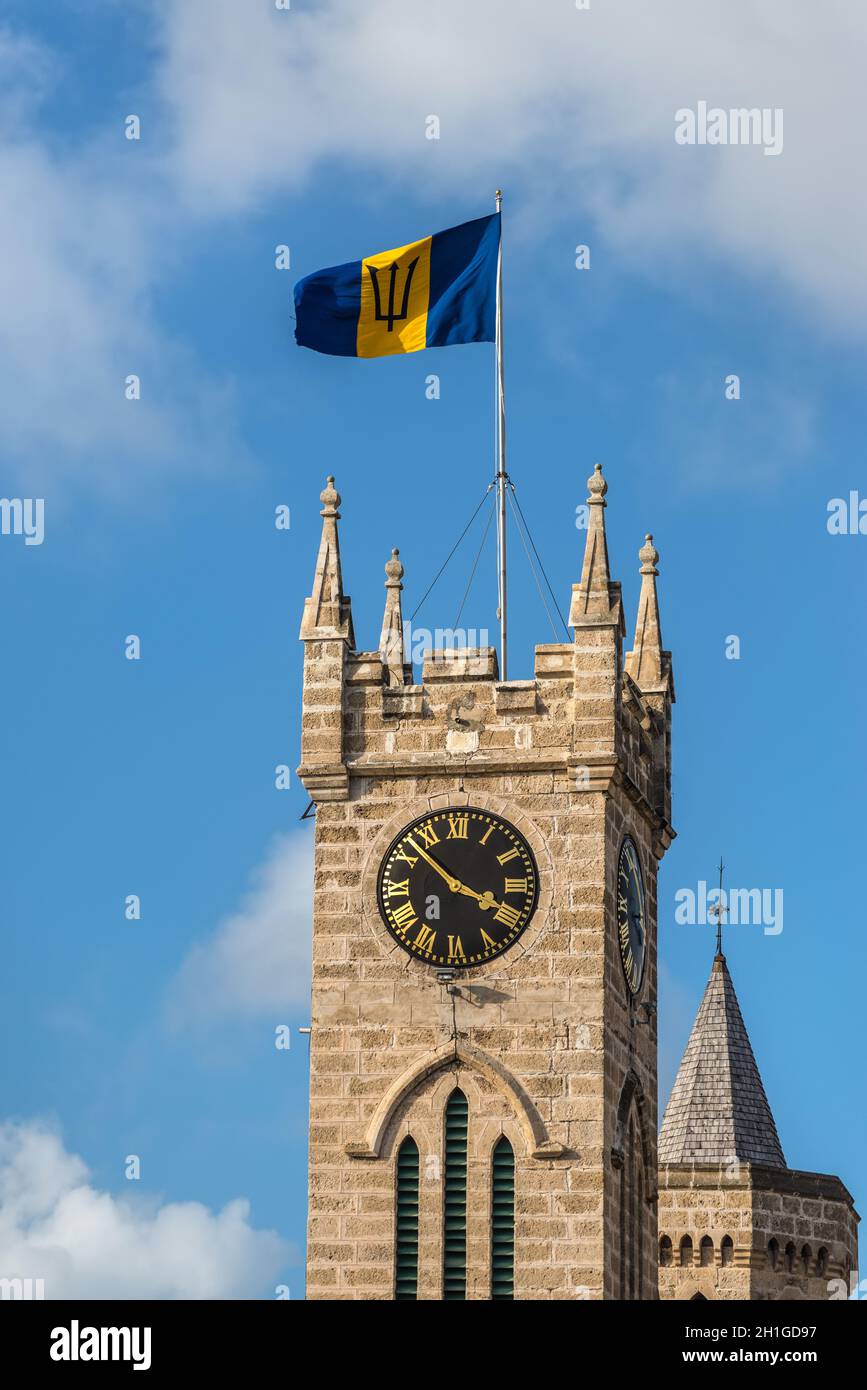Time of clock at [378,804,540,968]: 3:52
